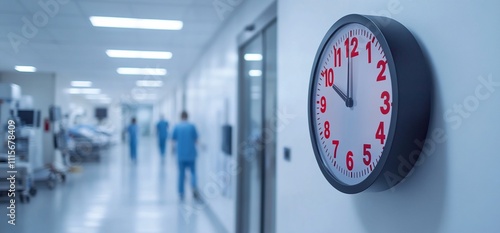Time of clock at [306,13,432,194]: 9:59
